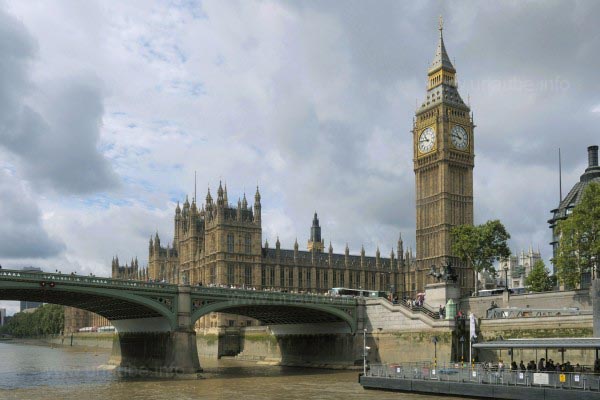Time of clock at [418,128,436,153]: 10:46
